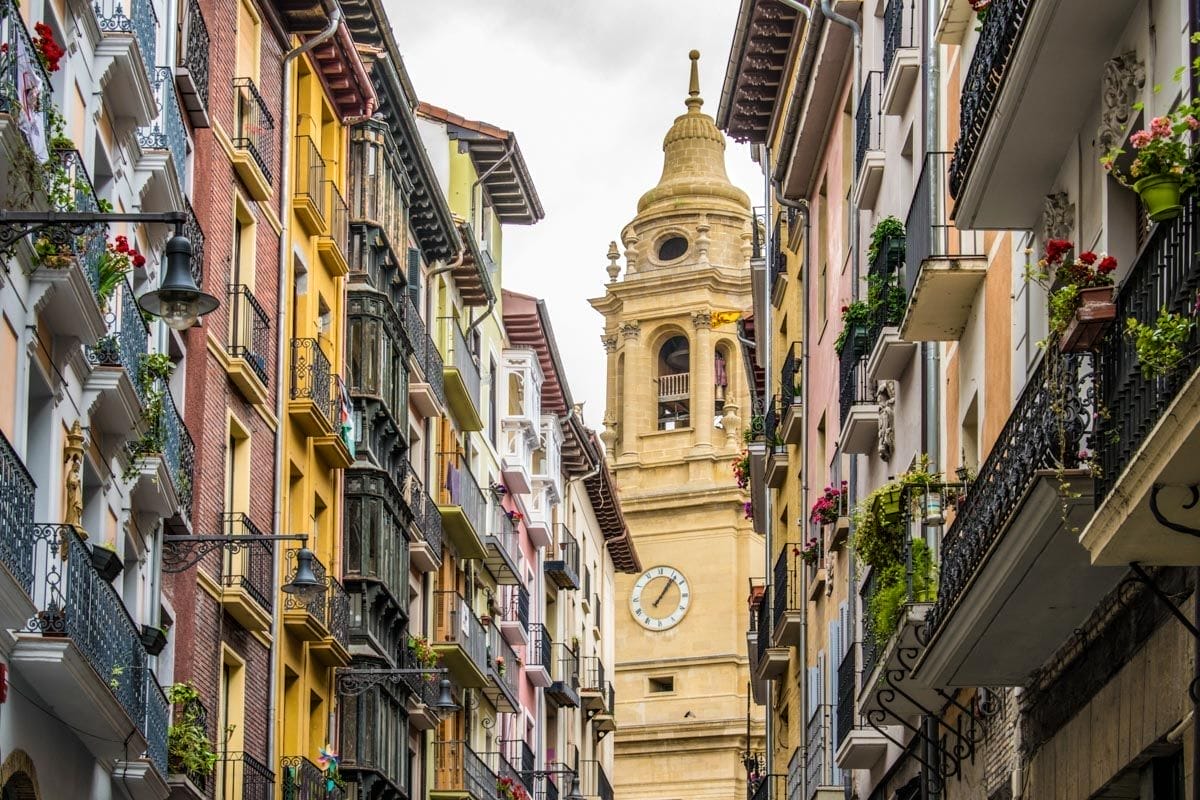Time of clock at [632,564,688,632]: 1:06
